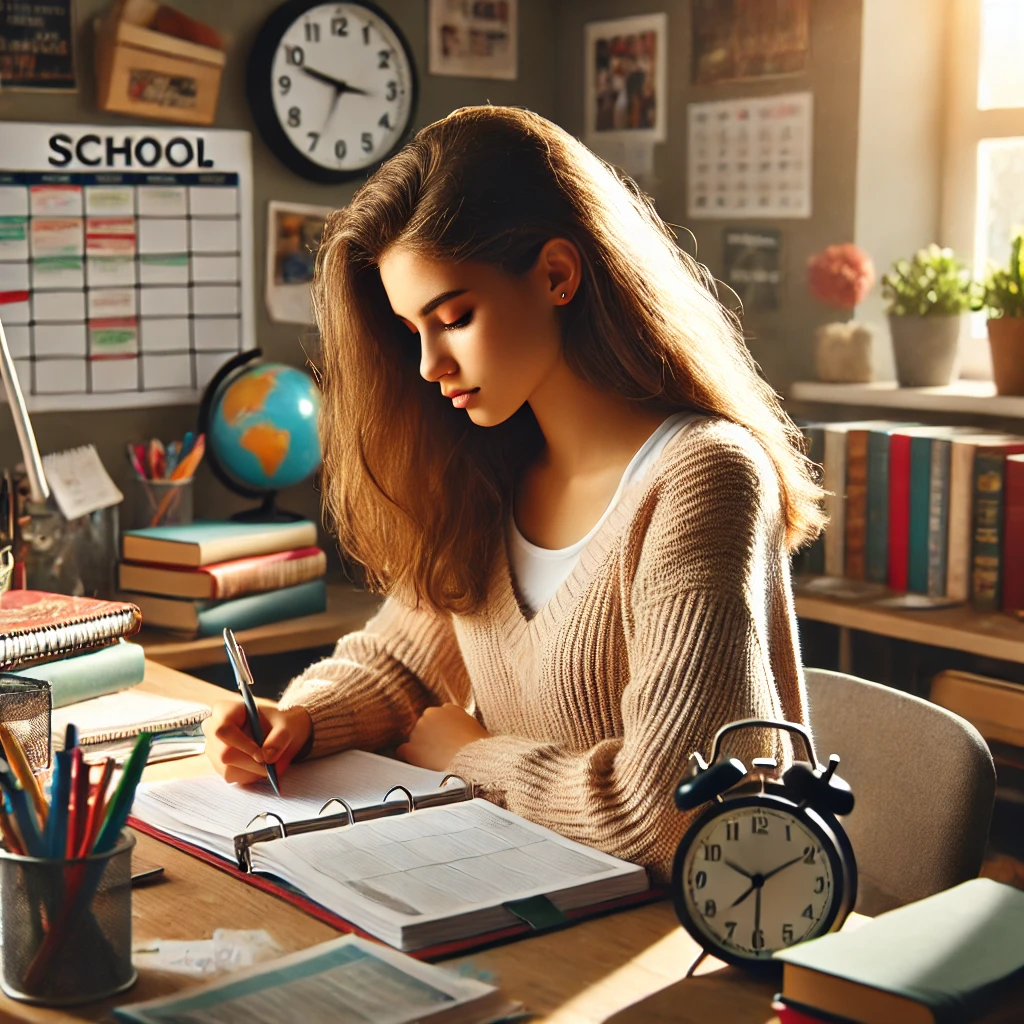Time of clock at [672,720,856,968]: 10:09
